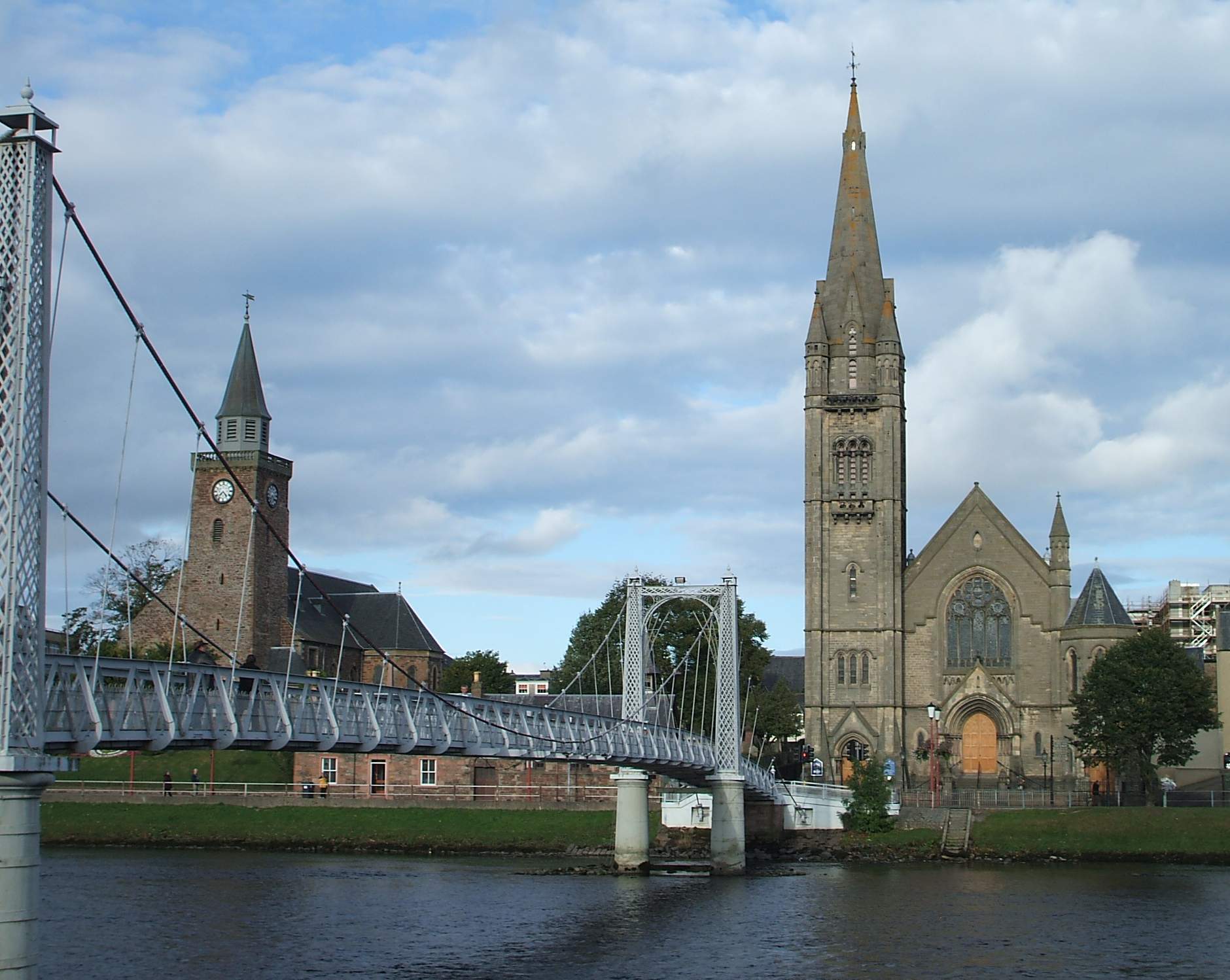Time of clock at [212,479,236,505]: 7:23
